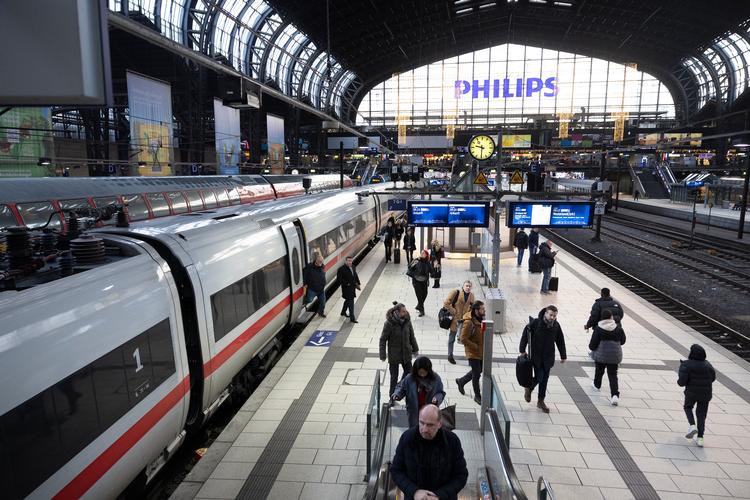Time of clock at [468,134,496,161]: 9:30
